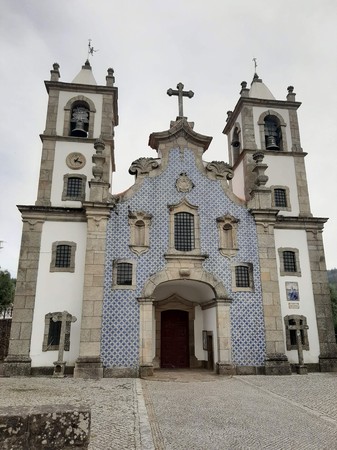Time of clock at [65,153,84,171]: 1:18
